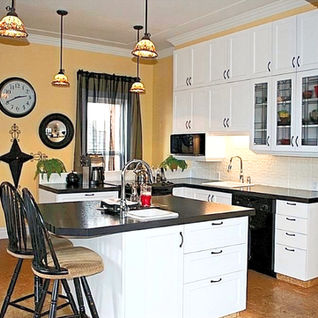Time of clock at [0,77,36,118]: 2:40
